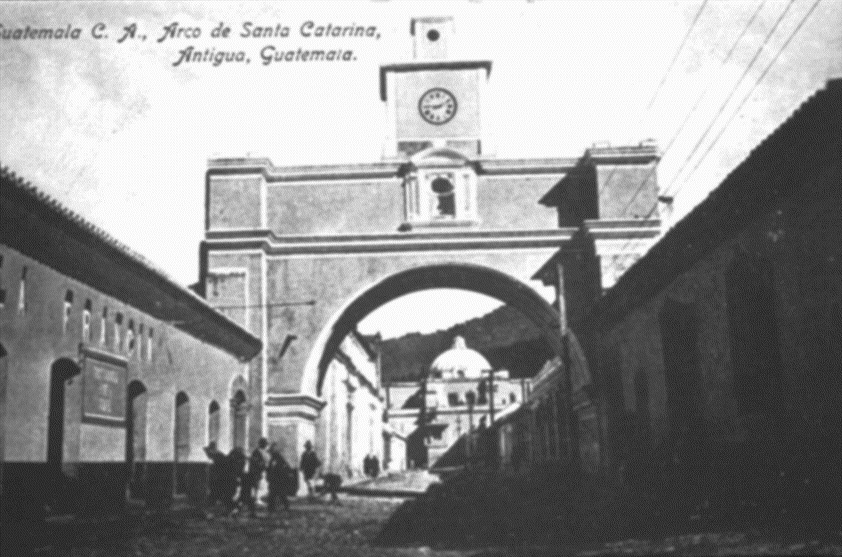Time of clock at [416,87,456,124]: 9:11
